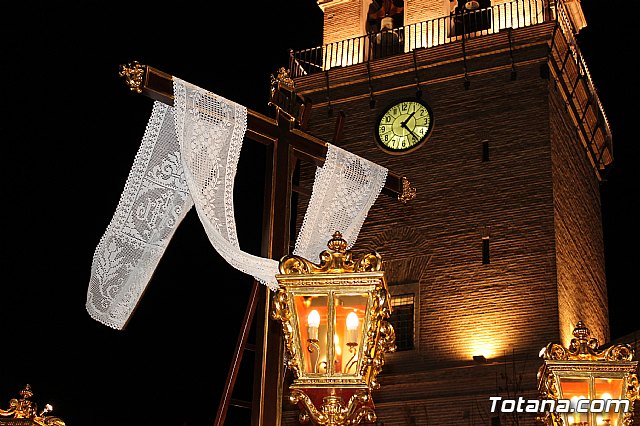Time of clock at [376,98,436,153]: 1:23
